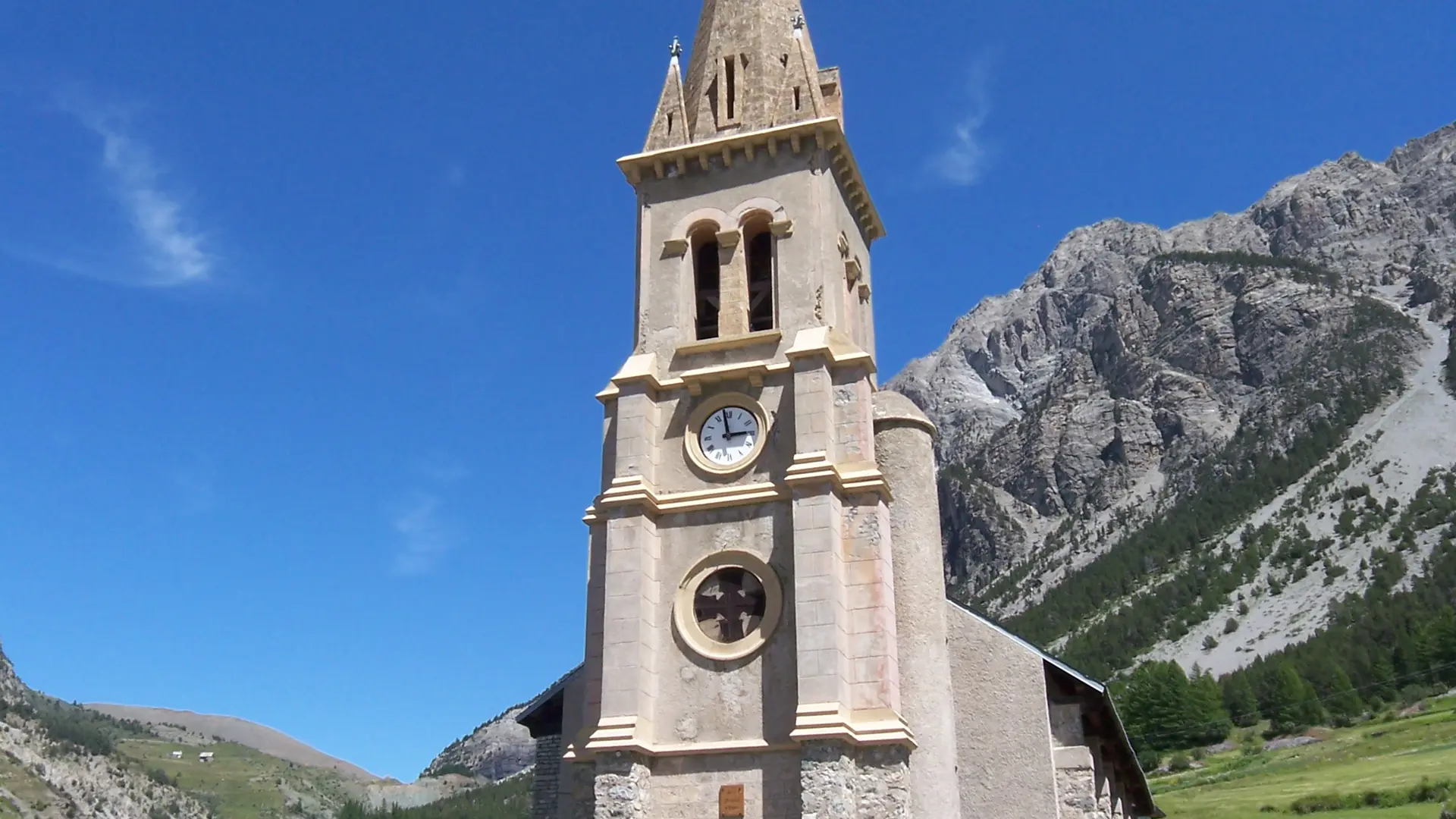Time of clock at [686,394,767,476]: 2:58
